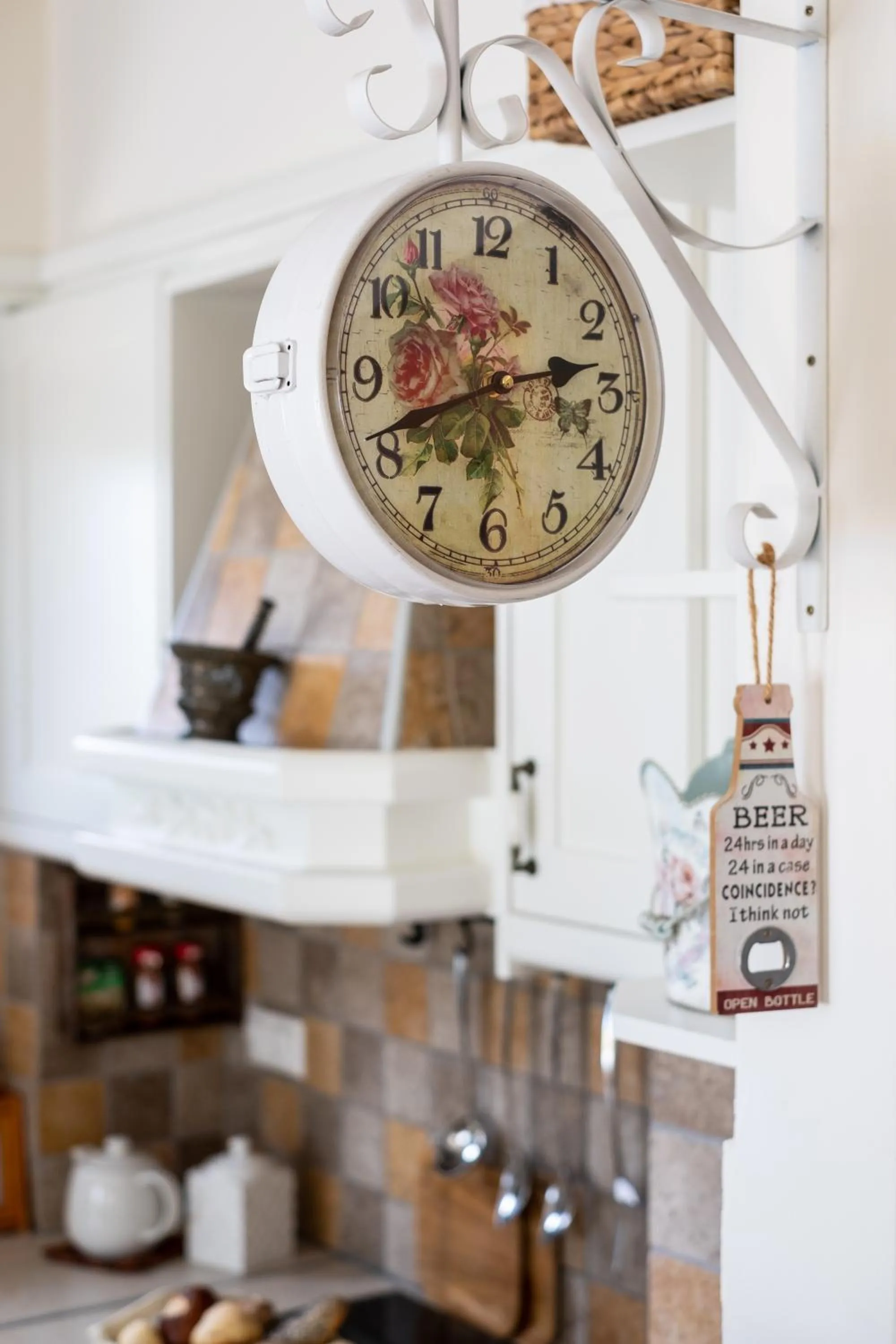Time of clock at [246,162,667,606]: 2:41
